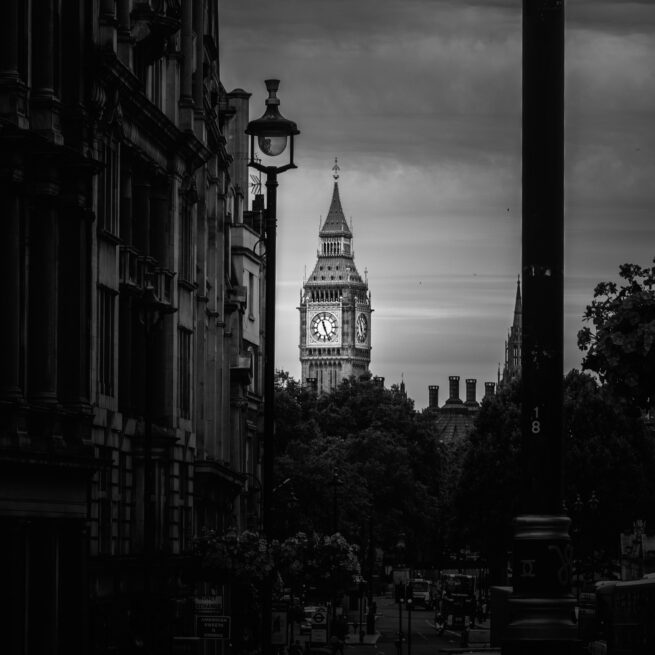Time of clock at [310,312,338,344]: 11:26
